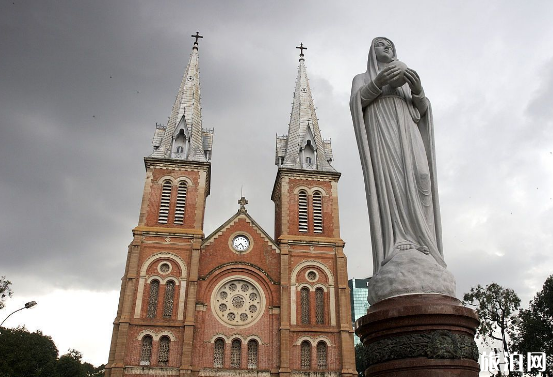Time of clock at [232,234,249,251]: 4:37
